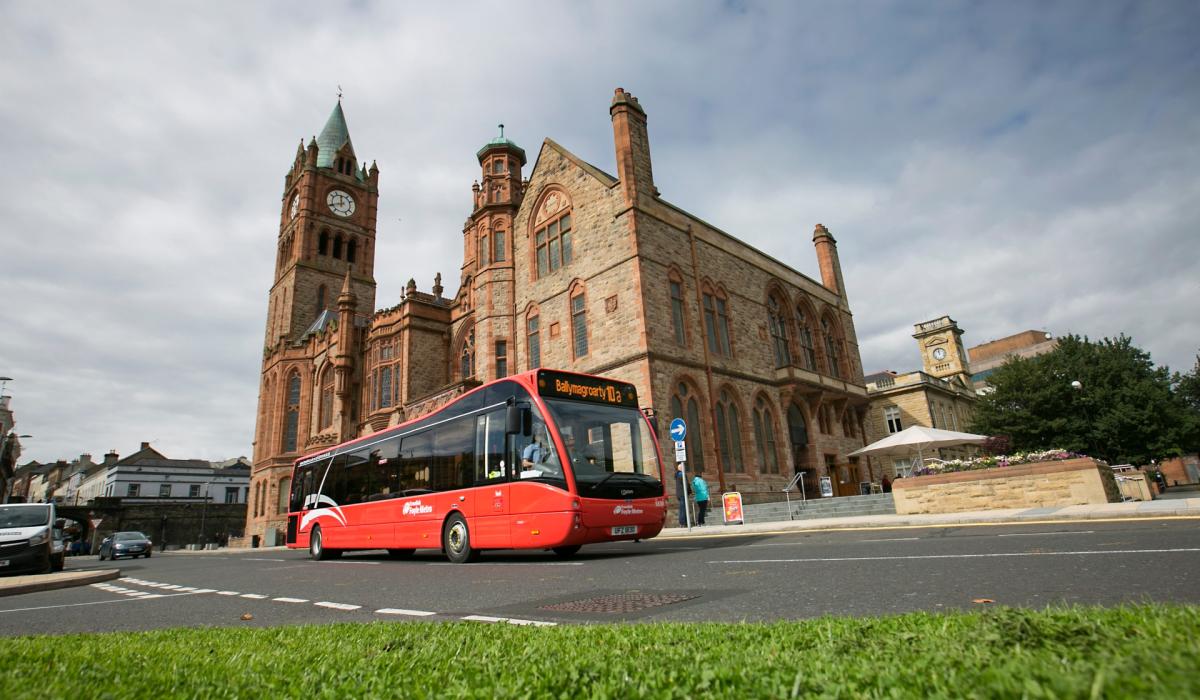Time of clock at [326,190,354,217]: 11:41
